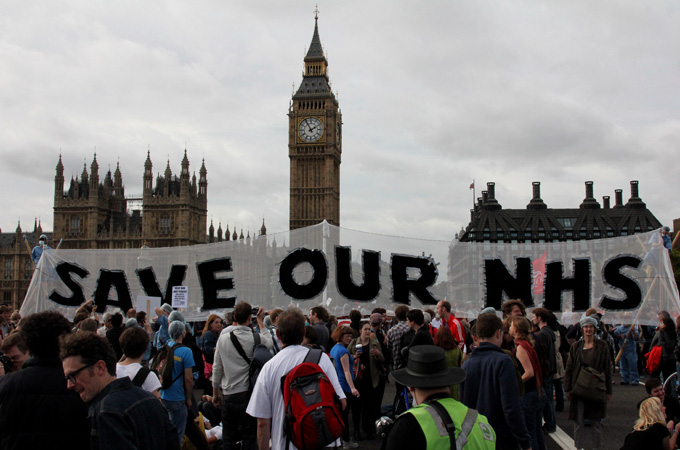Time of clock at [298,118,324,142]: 1:55
